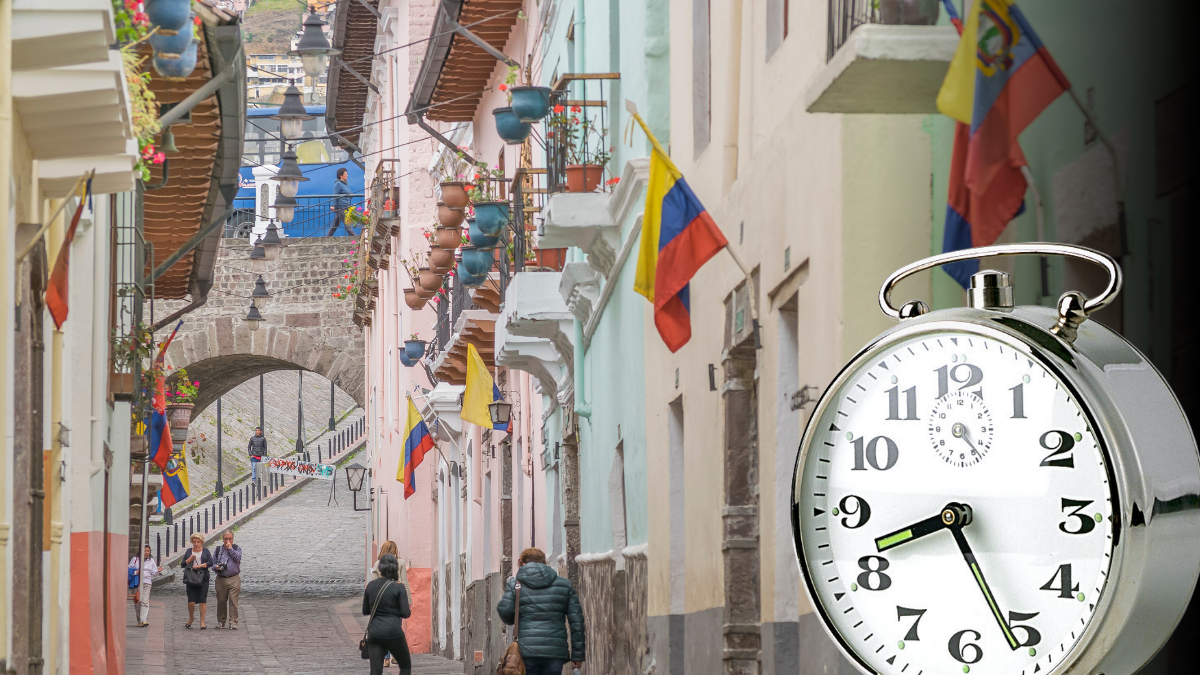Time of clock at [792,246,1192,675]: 8:25
